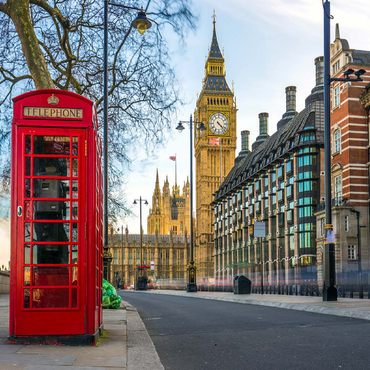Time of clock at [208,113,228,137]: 4:22
